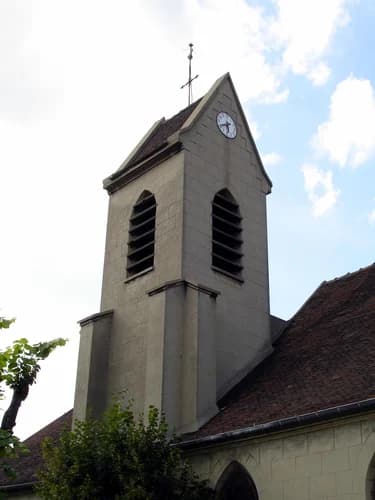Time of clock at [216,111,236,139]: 5:40
